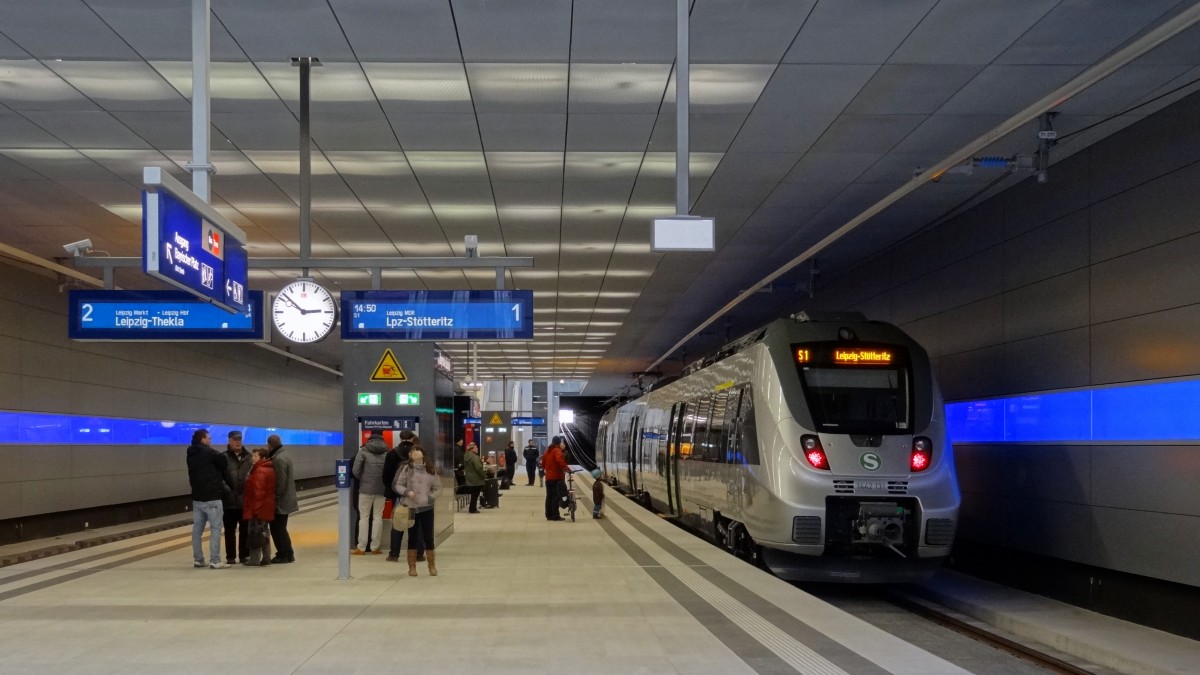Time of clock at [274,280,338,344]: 2:52
